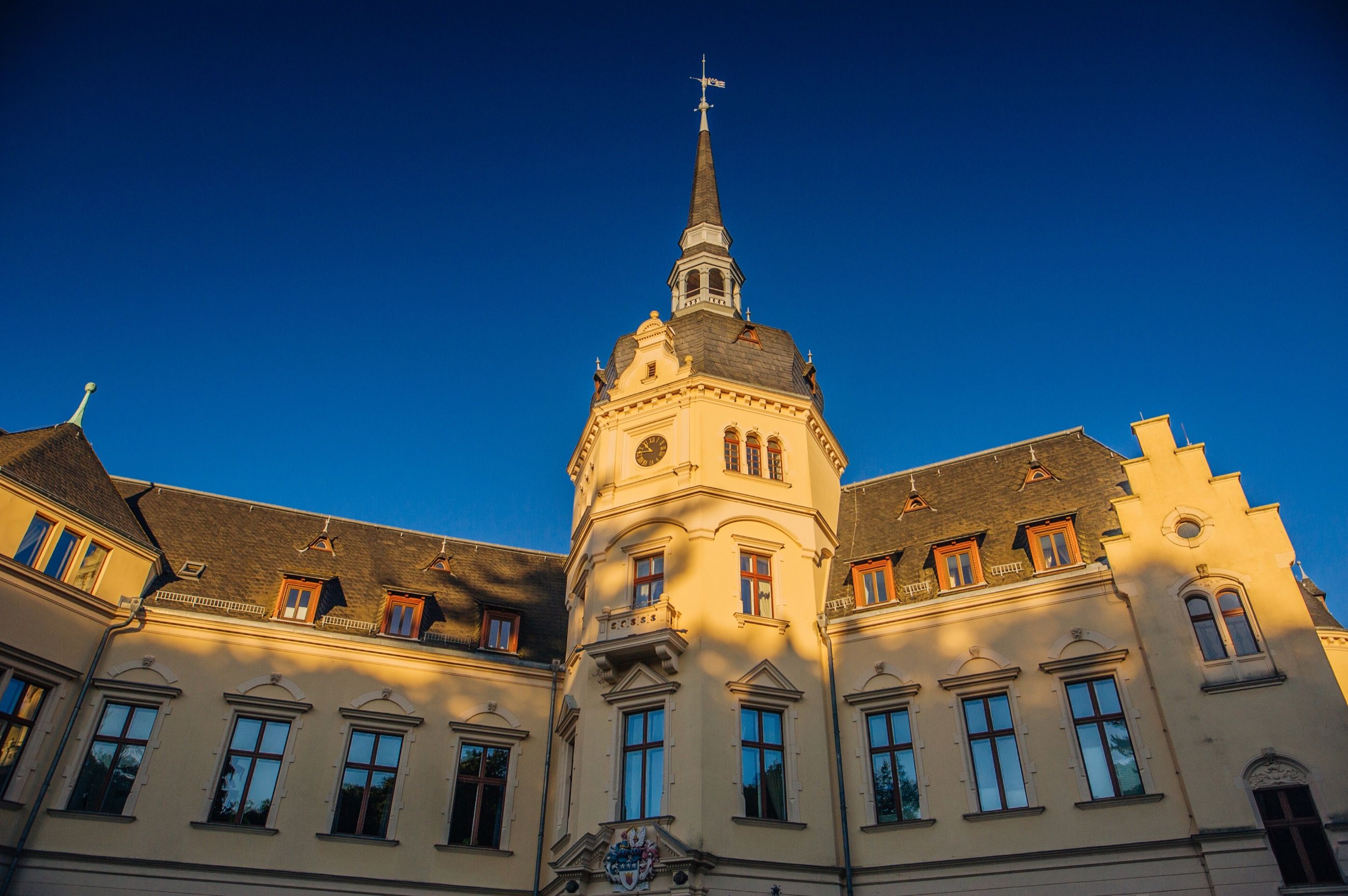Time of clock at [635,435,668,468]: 10:45
